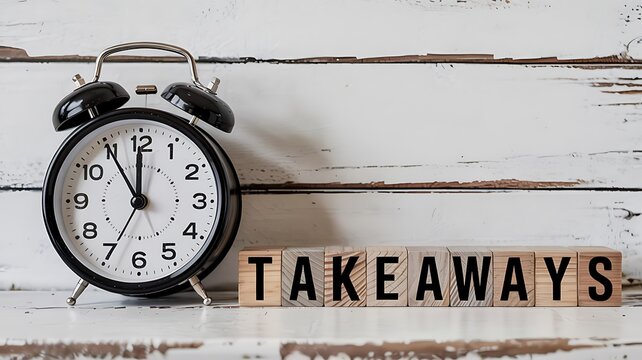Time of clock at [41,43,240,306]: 11:54
